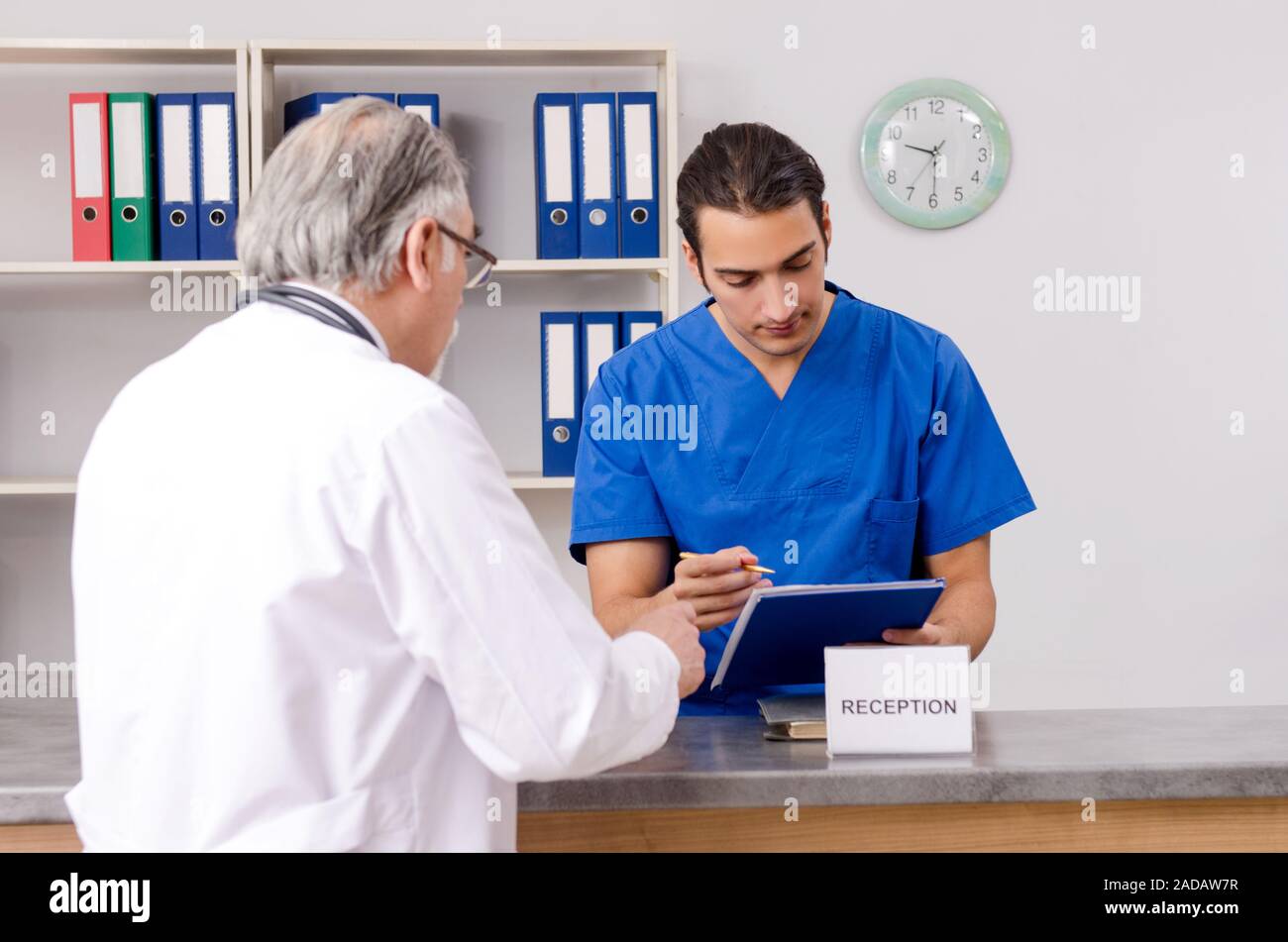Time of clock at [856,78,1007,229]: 9:29
